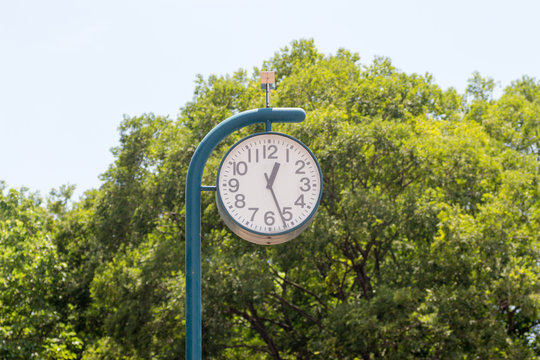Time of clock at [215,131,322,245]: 12:26
